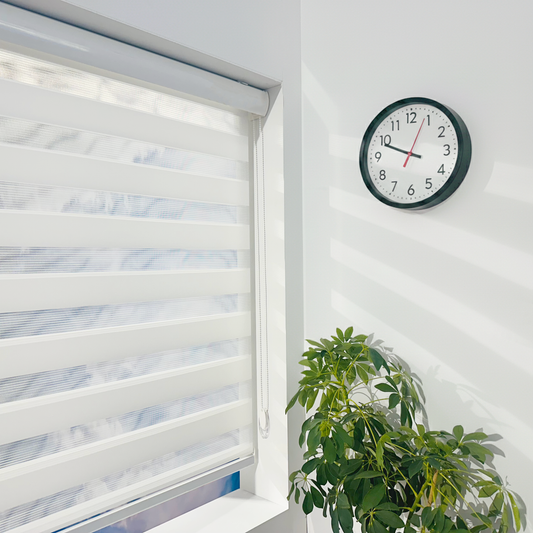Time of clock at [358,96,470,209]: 9:48
